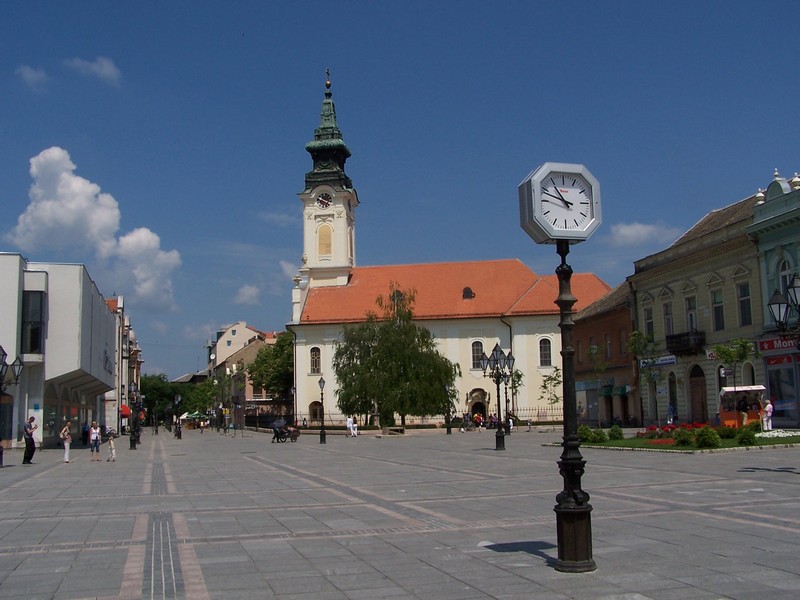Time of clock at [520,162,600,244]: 10:48
